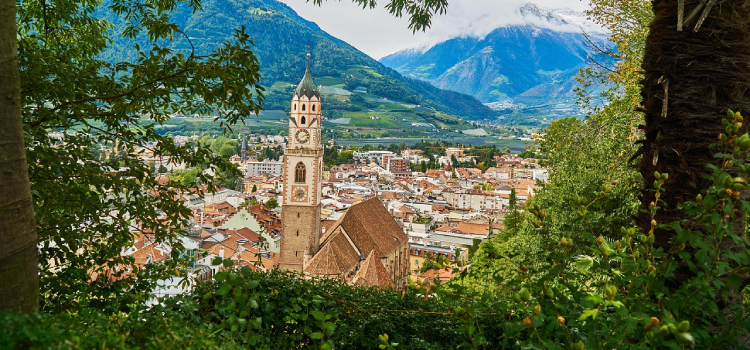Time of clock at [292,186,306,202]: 2:40
